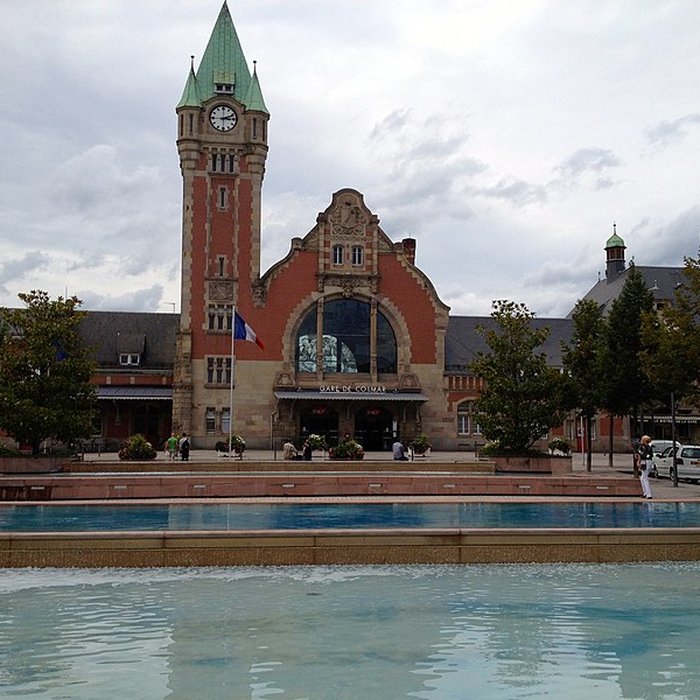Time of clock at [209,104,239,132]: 3:11
